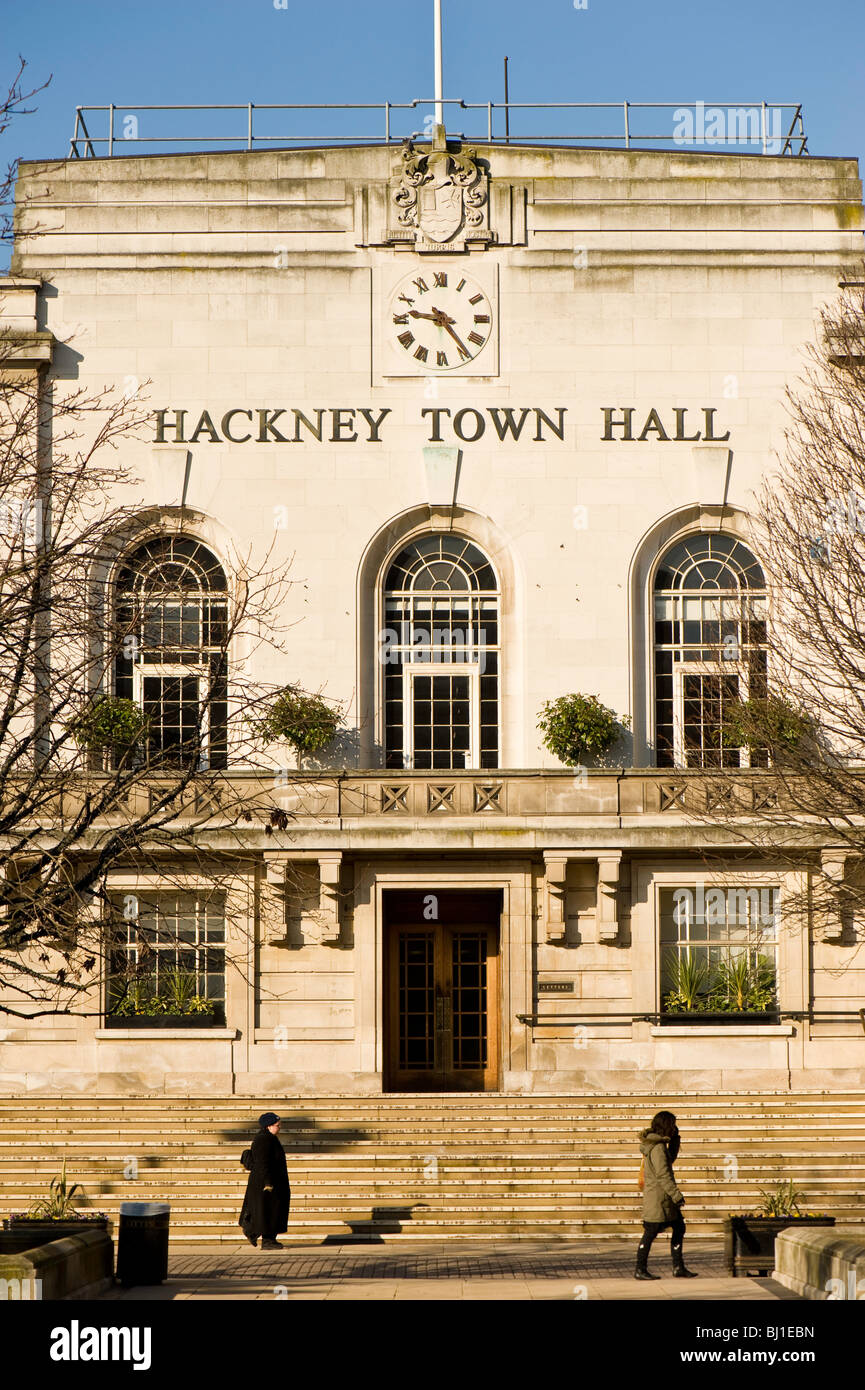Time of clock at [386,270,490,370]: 9:23
